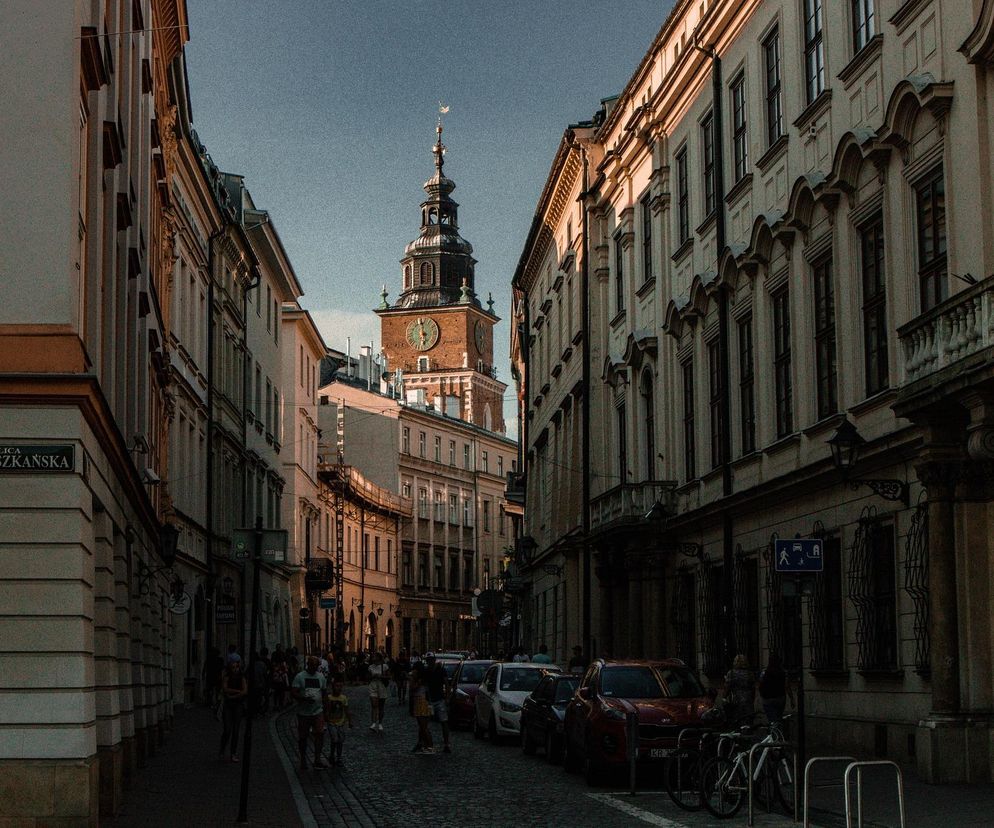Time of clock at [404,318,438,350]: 5:59
